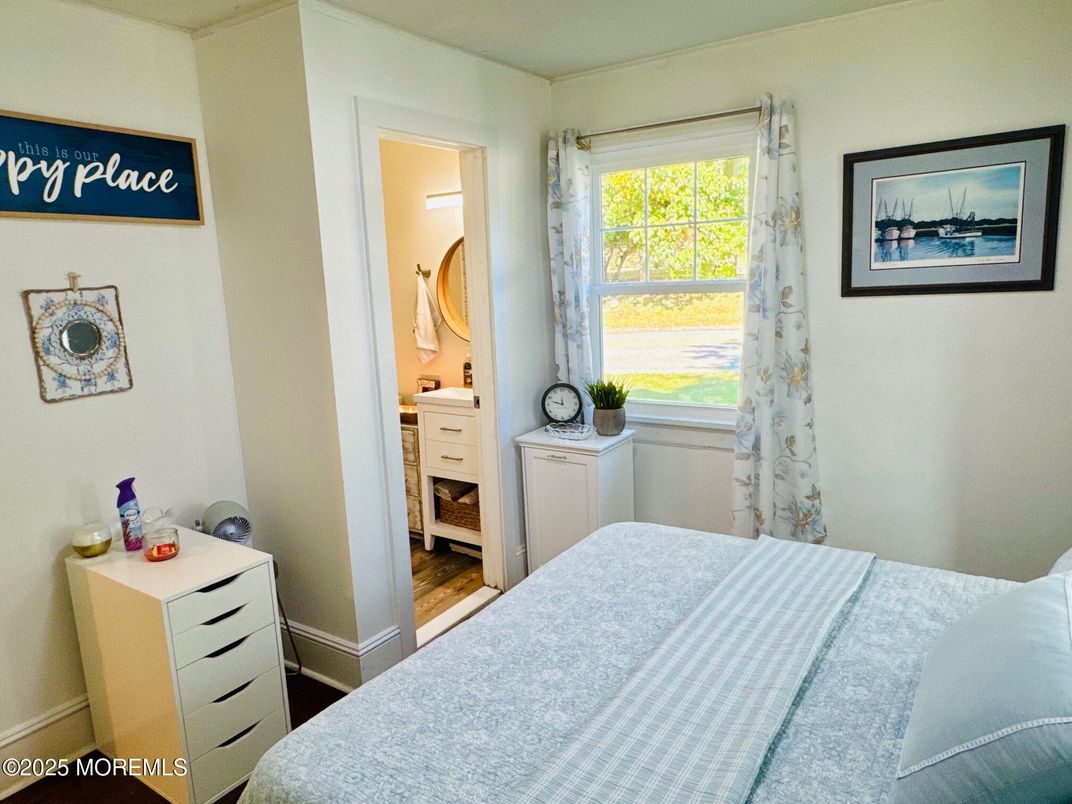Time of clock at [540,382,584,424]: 11:47
